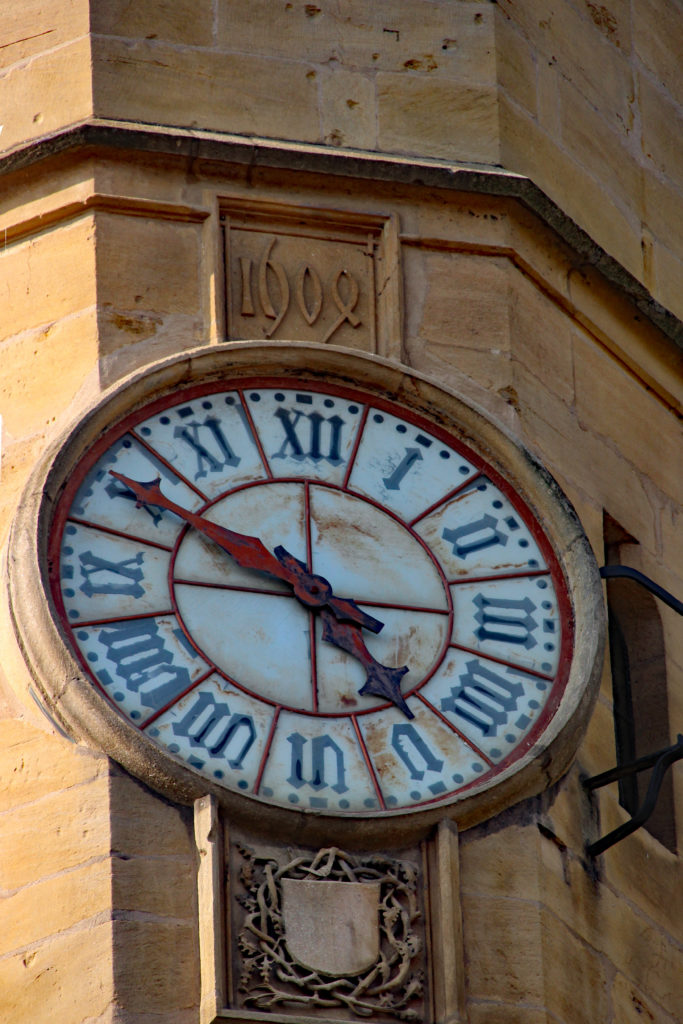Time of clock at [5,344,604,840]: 4:49
